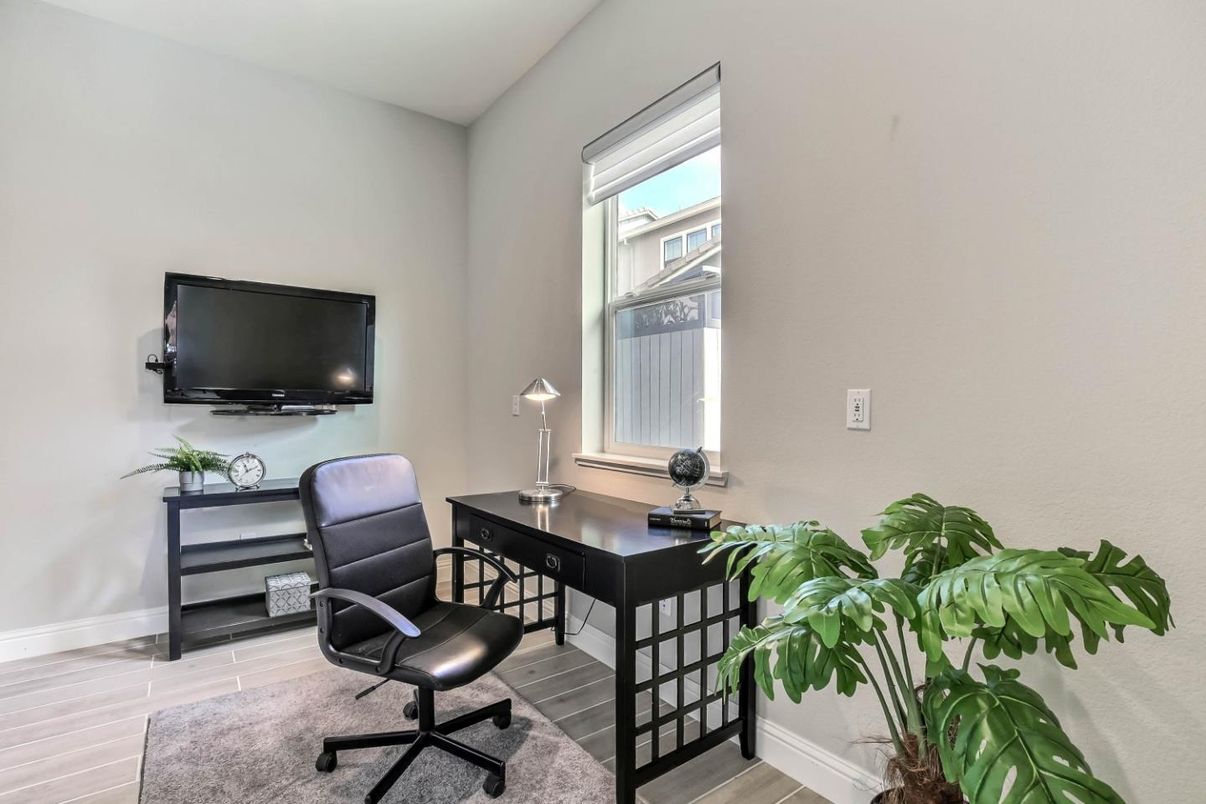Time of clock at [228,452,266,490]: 11:11
